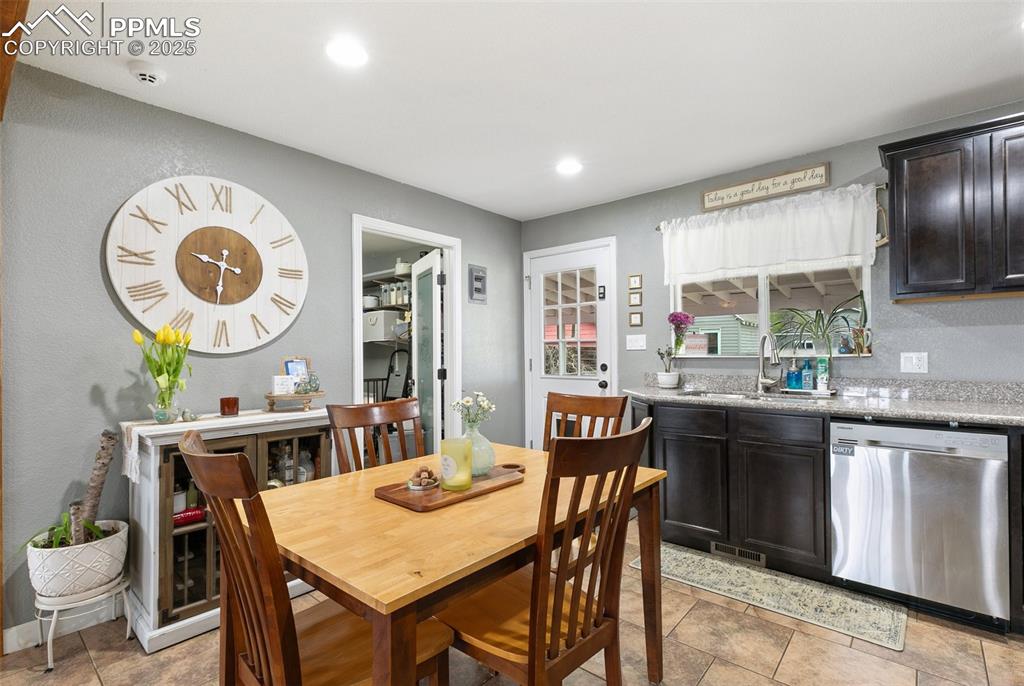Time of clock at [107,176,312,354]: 9:31
